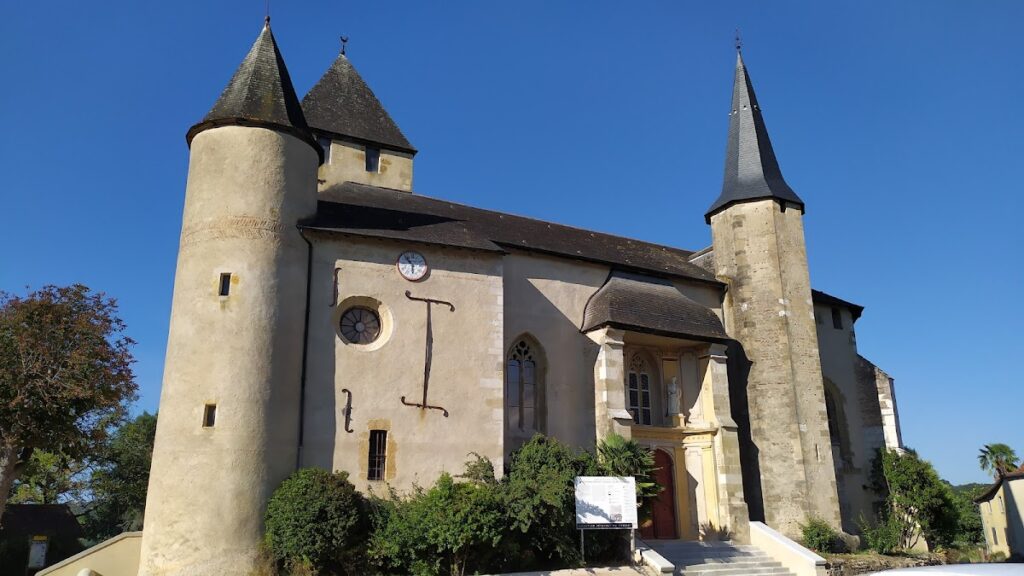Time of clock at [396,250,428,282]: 5:51
